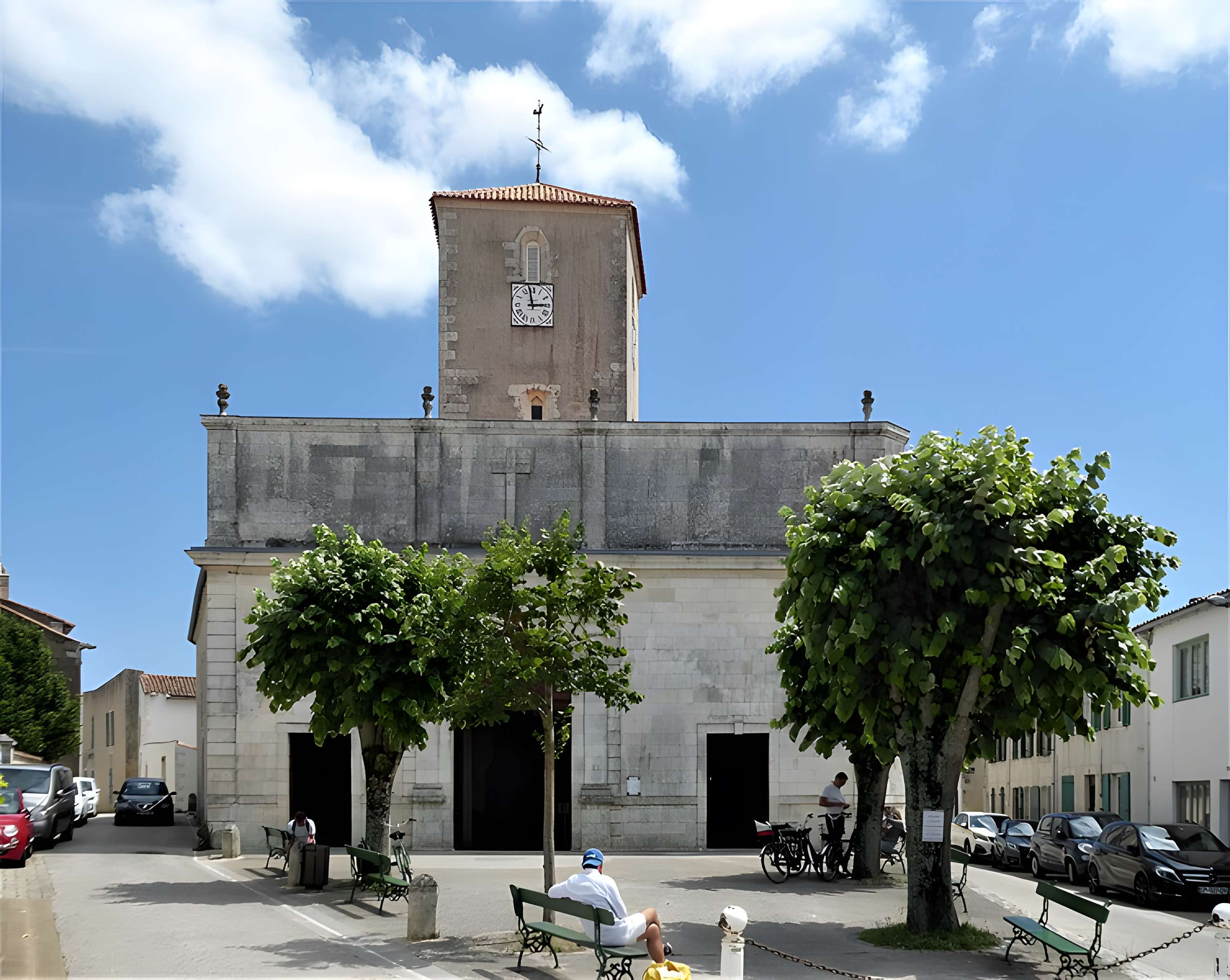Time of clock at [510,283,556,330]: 2:58
